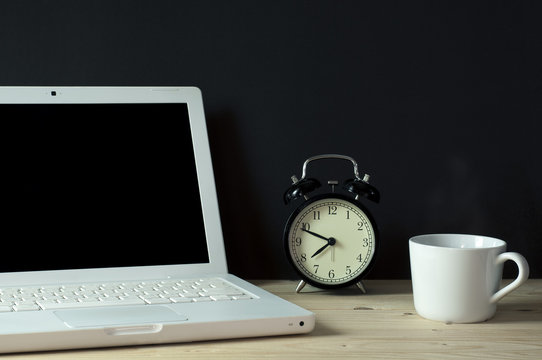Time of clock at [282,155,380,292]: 7:48
